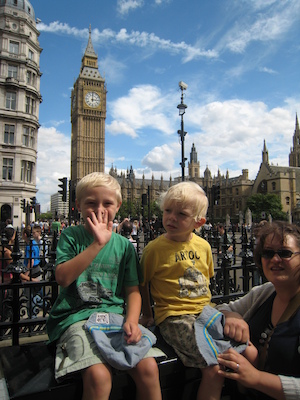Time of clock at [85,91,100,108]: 3:00
